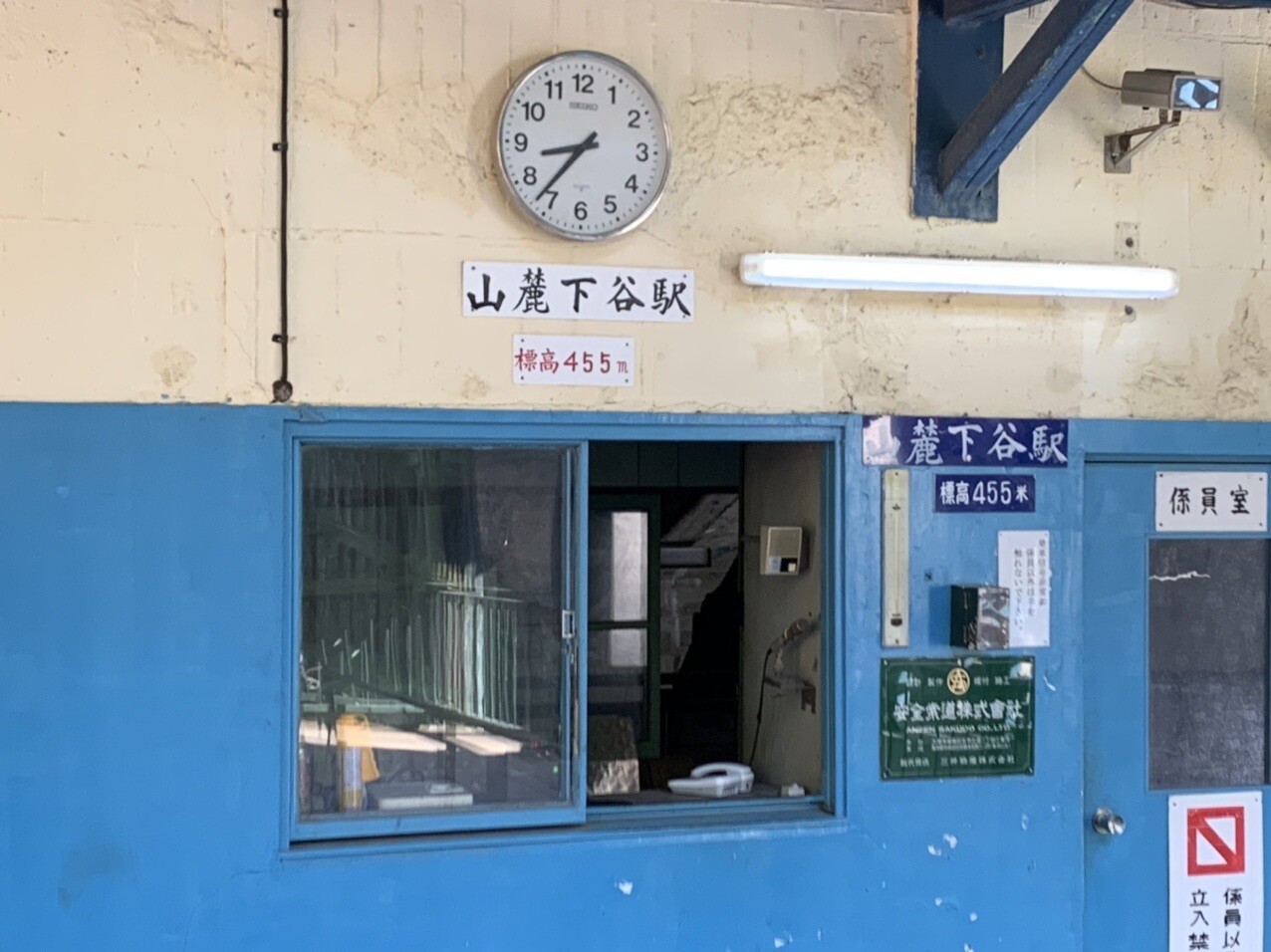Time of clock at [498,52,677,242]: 8:36
